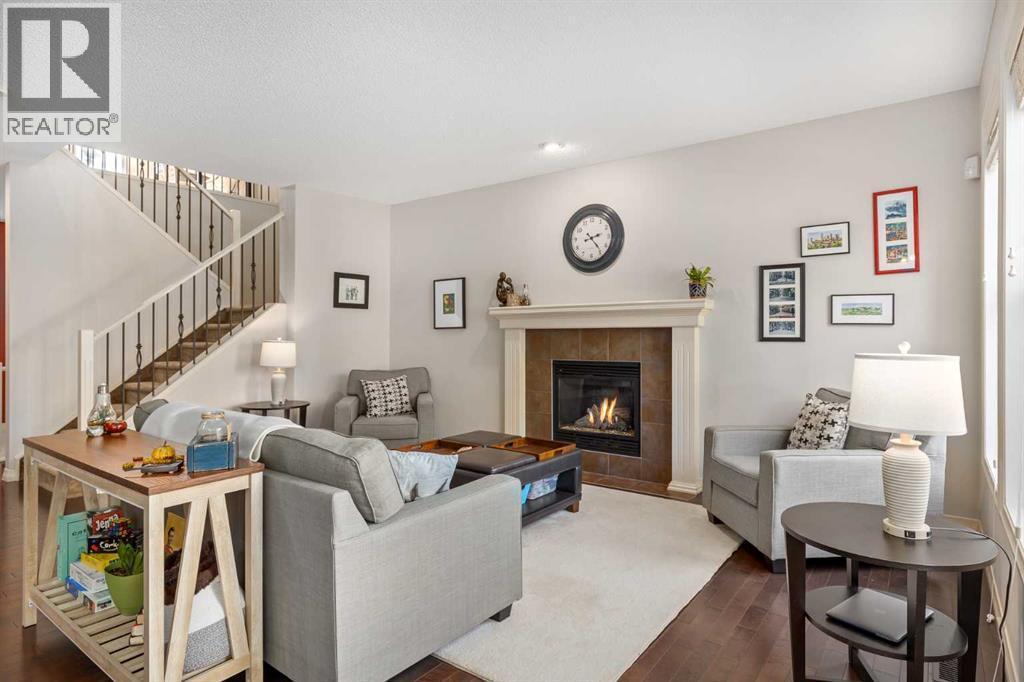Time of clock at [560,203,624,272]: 2:23
